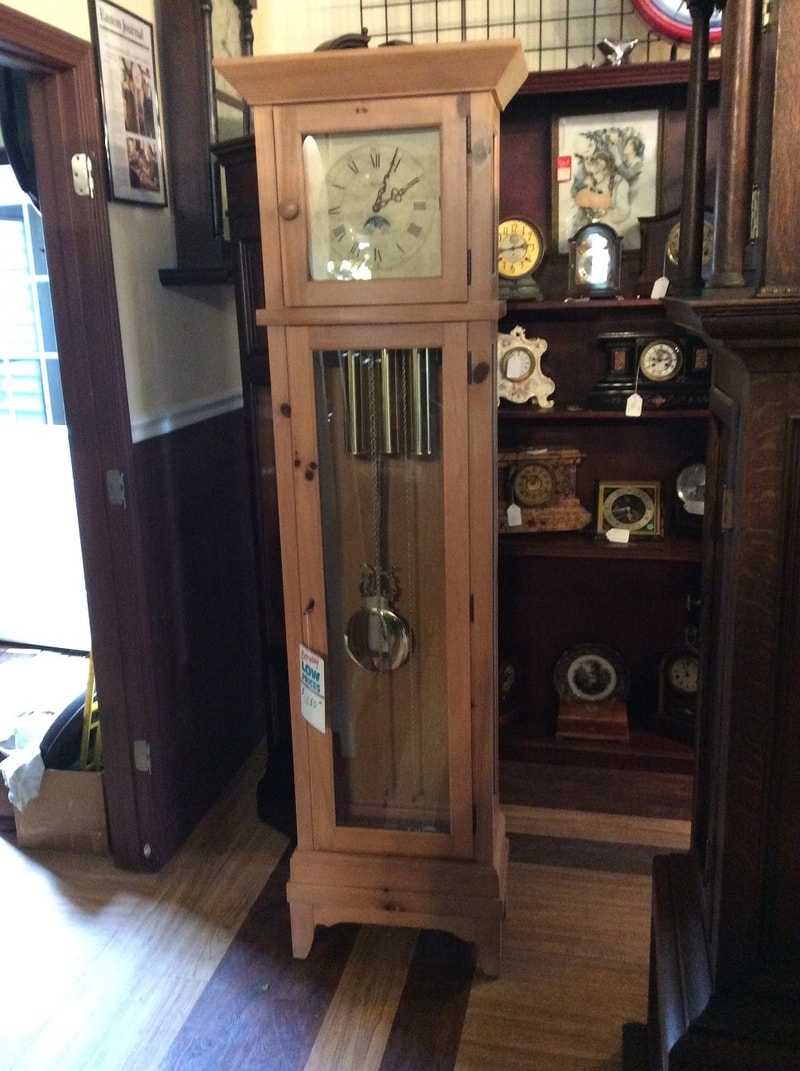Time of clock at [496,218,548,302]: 2:43
